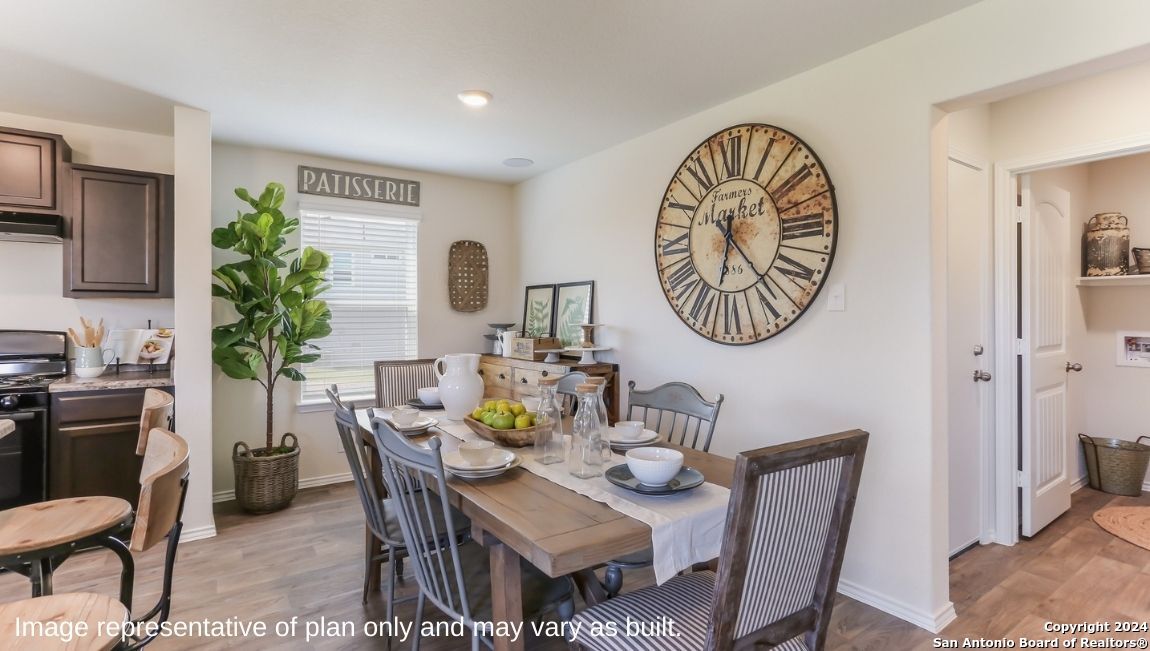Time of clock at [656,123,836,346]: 6:23
